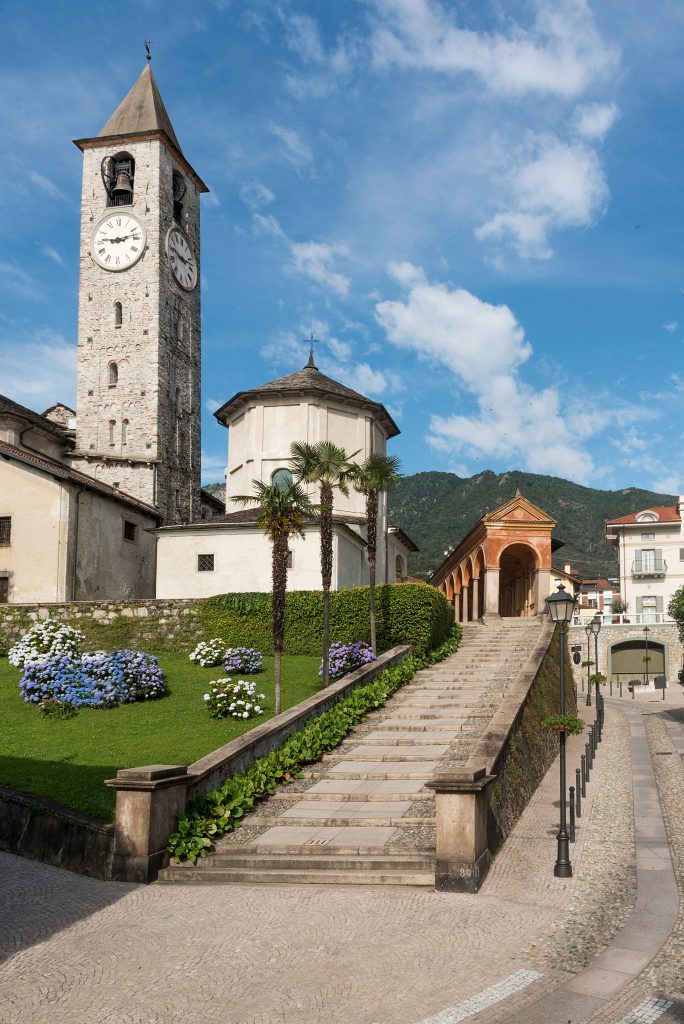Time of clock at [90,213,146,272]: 9:12
